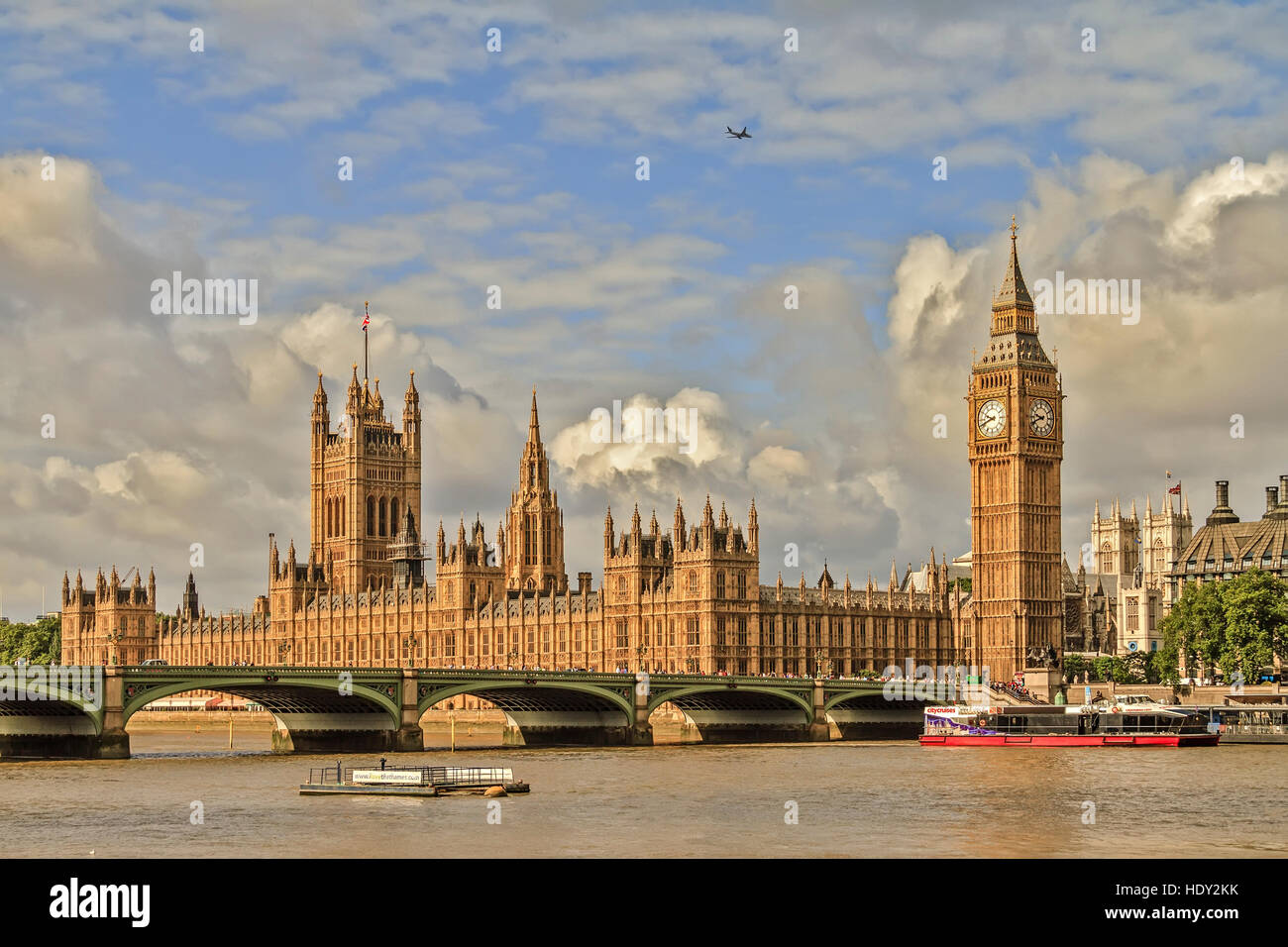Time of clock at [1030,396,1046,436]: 9:41
